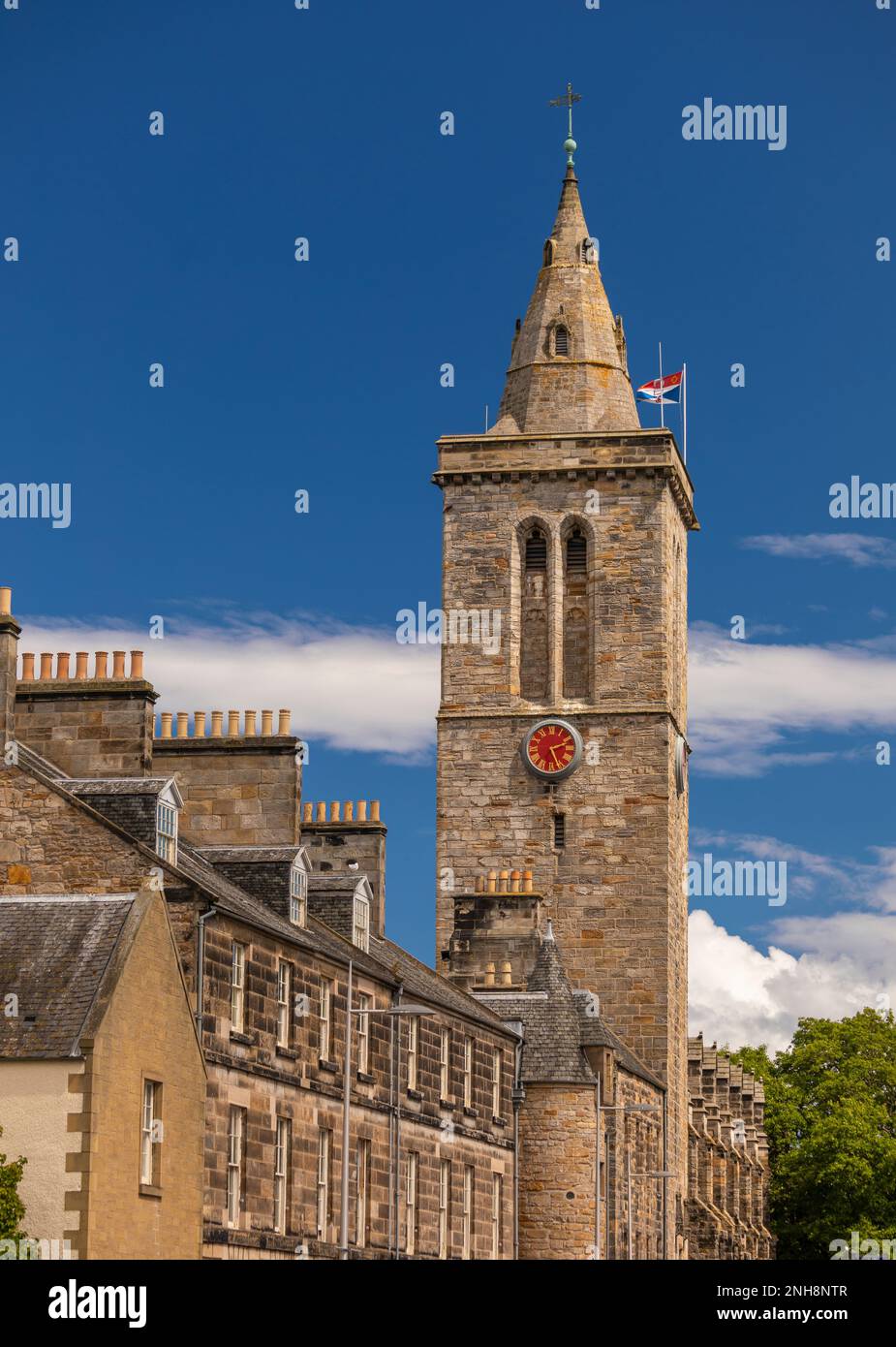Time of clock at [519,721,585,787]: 2:26
